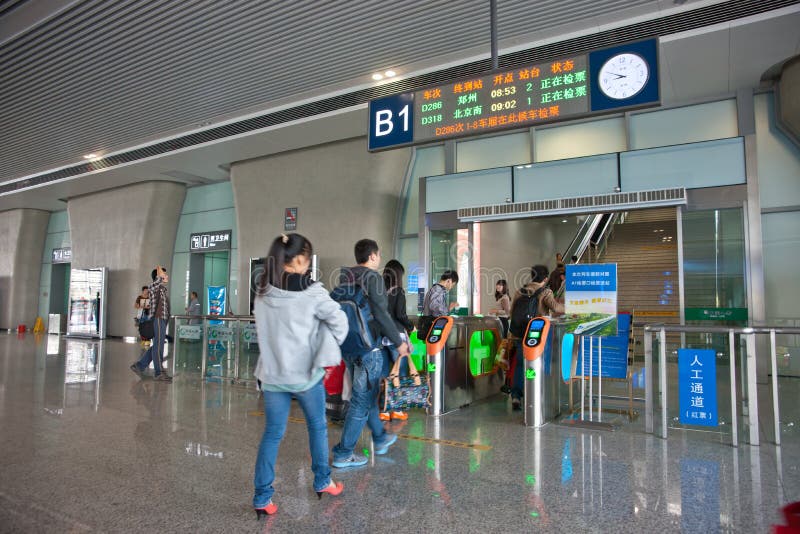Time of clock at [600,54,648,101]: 8:49
